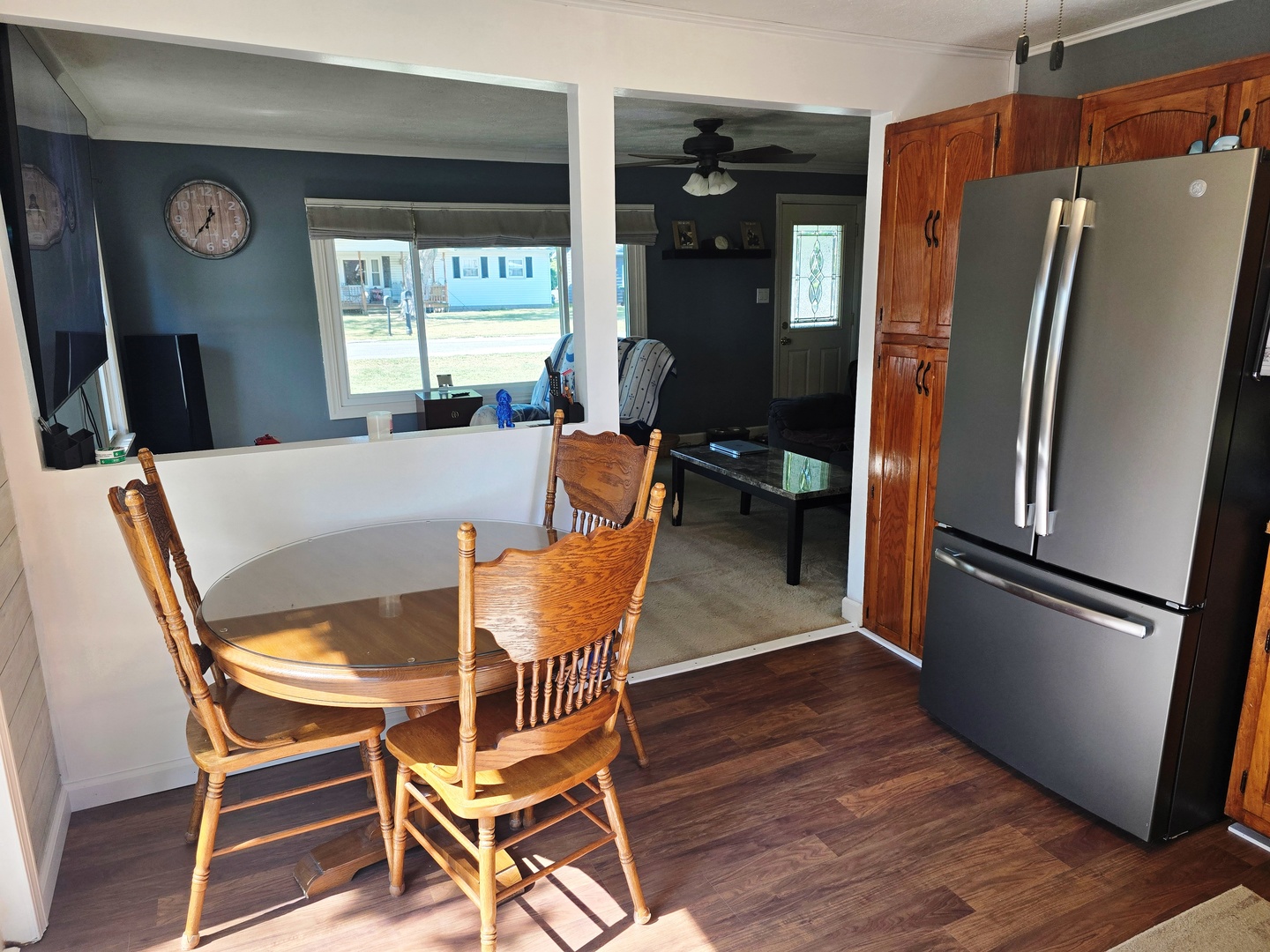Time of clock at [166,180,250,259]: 12:36
